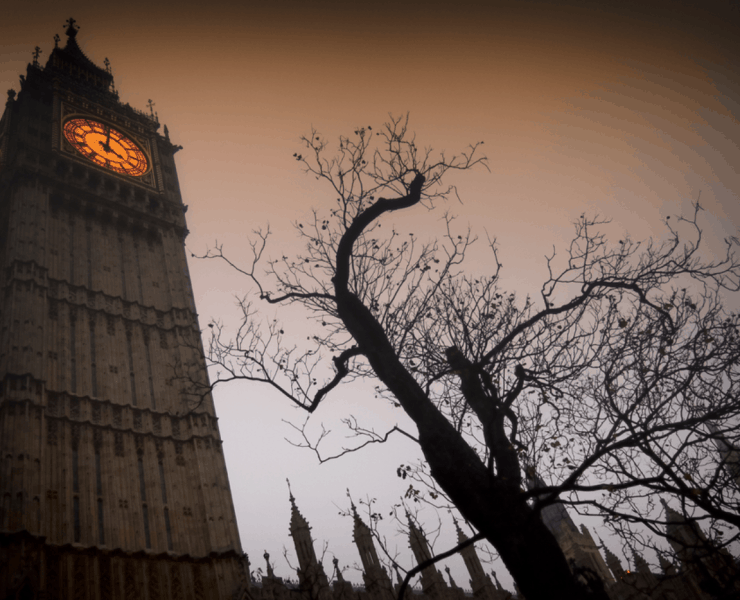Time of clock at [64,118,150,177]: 4:01
